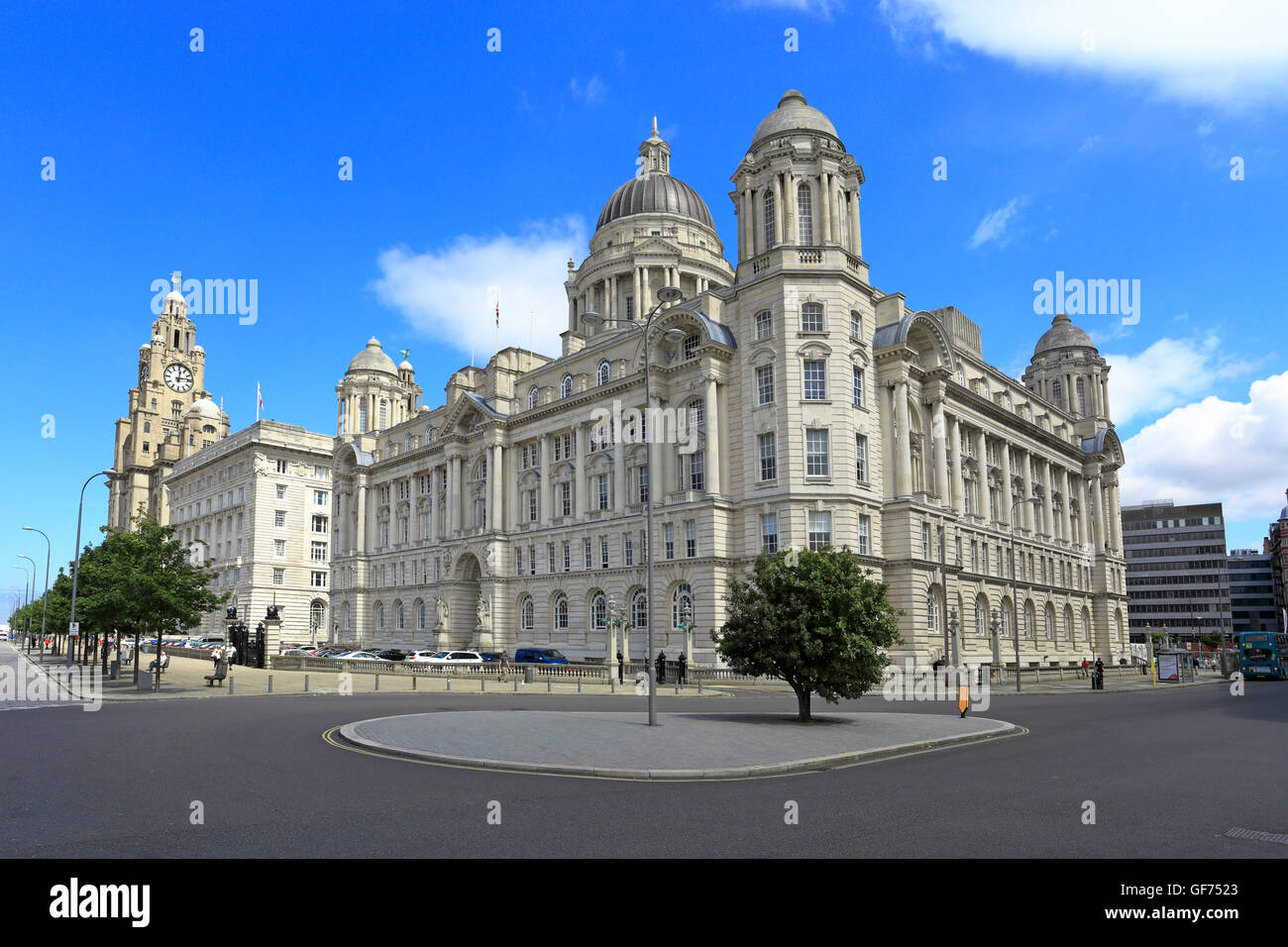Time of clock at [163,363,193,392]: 12:13
